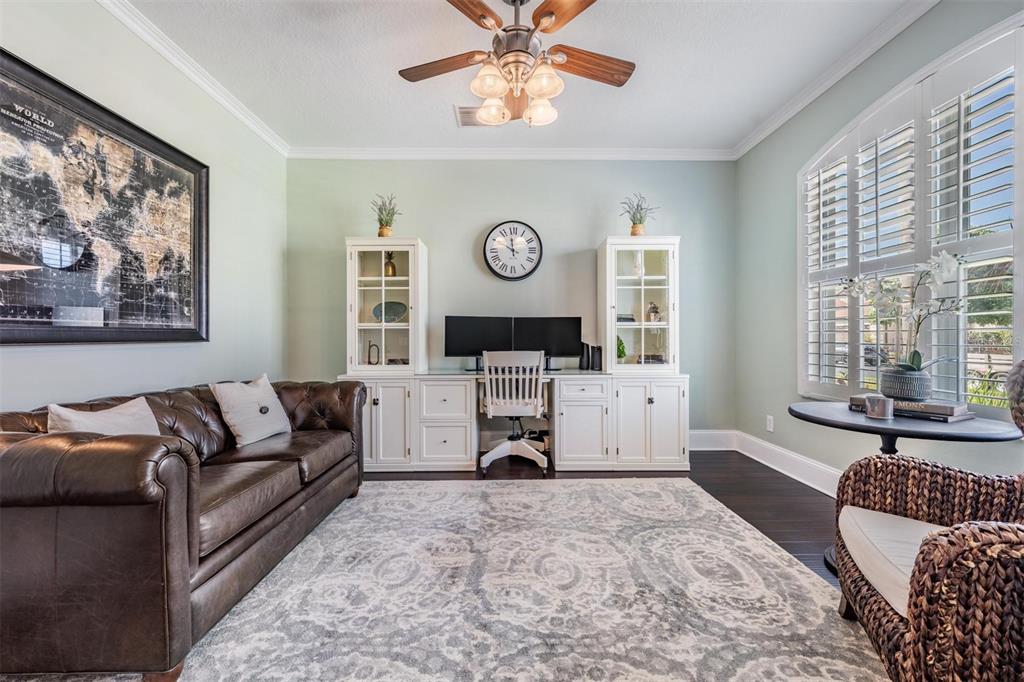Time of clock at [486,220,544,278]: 11:49
